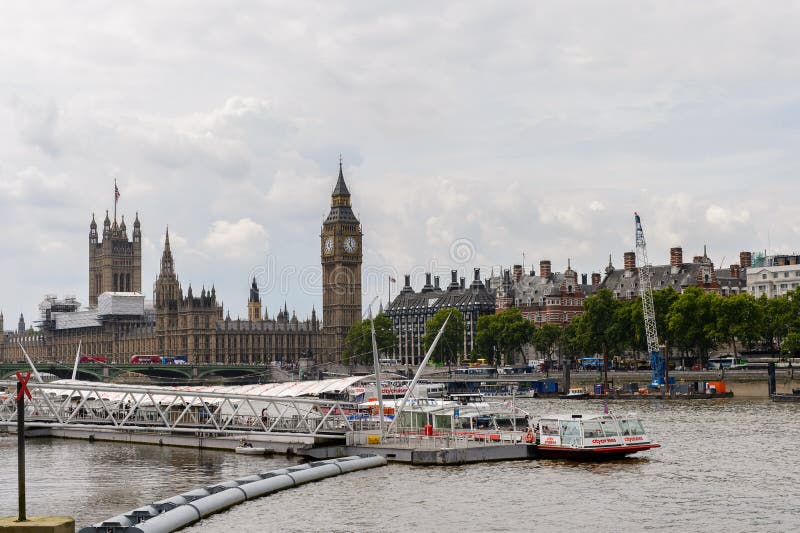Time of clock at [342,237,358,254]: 12:23
